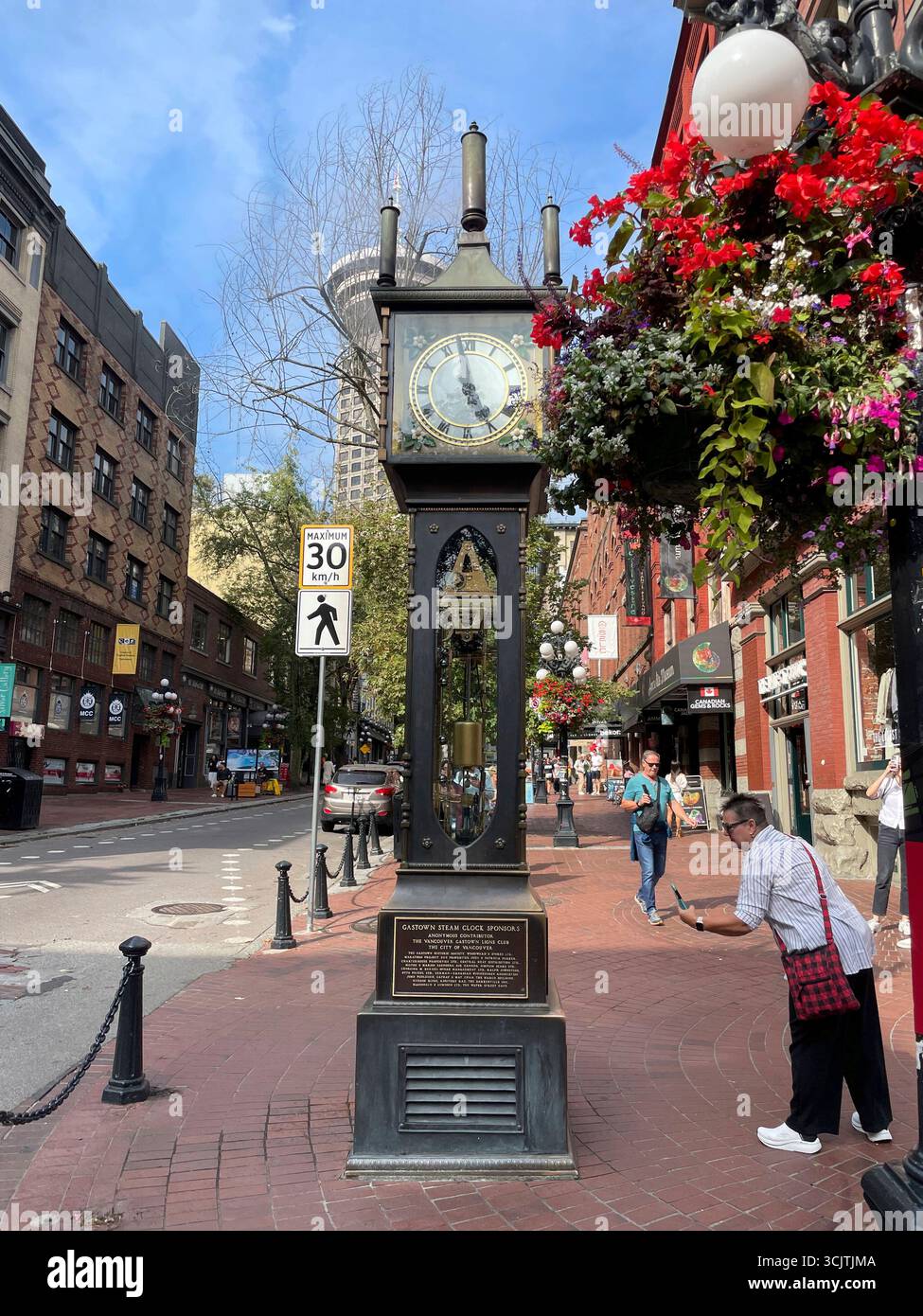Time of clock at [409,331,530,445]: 4:58
